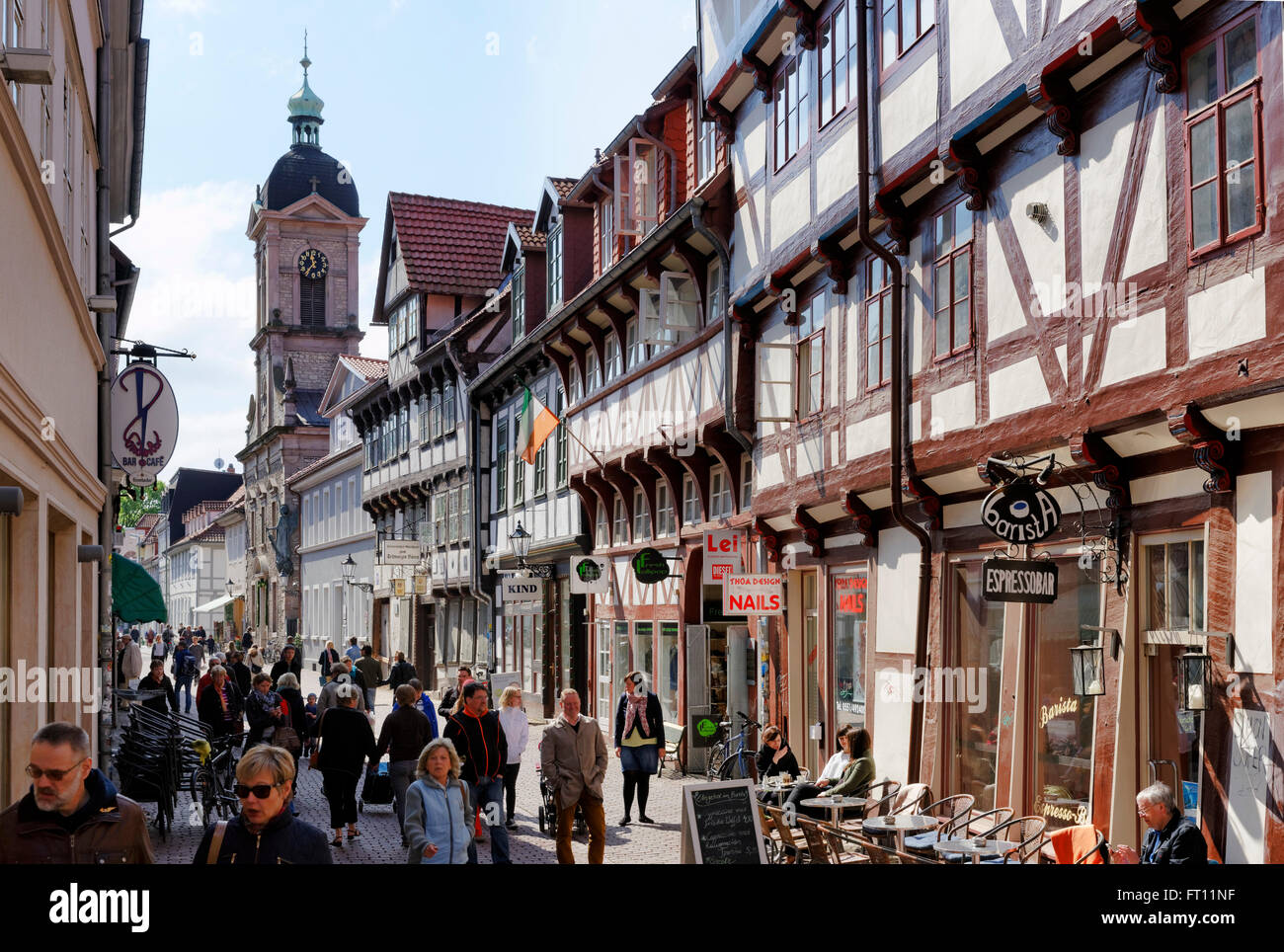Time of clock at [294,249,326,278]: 11:36
